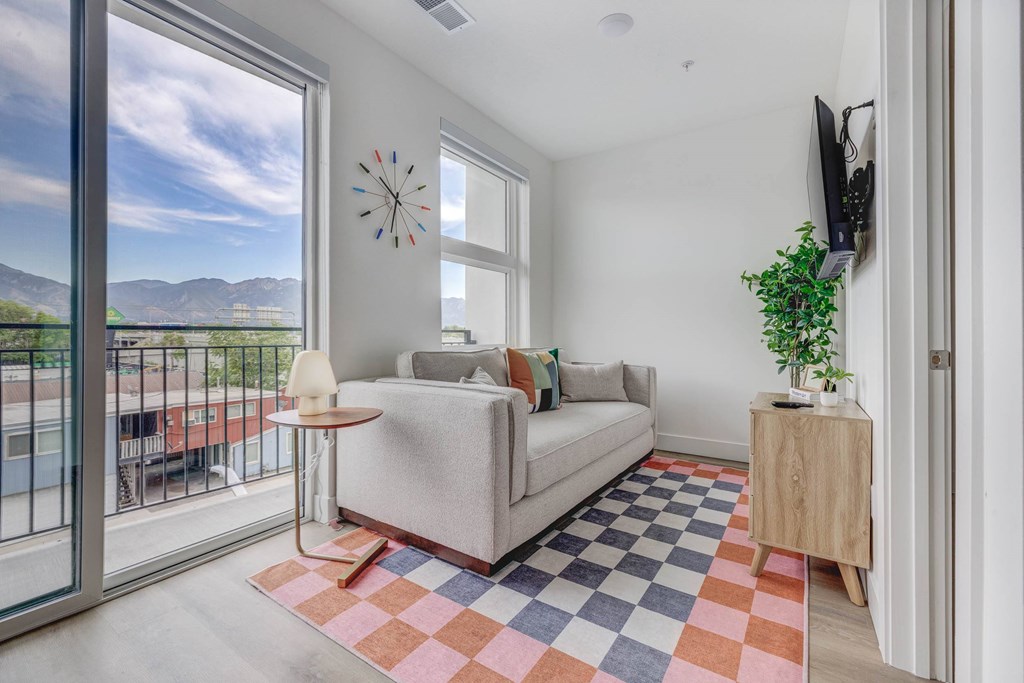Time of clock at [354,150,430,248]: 10:32
